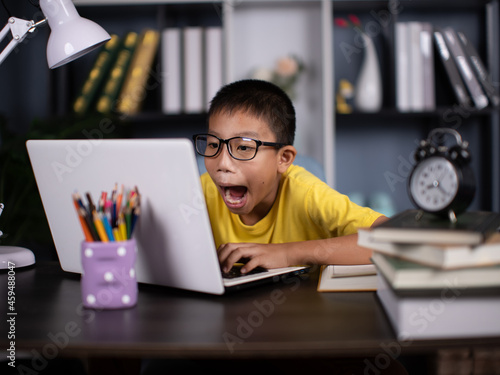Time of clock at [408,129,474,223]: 8:22
